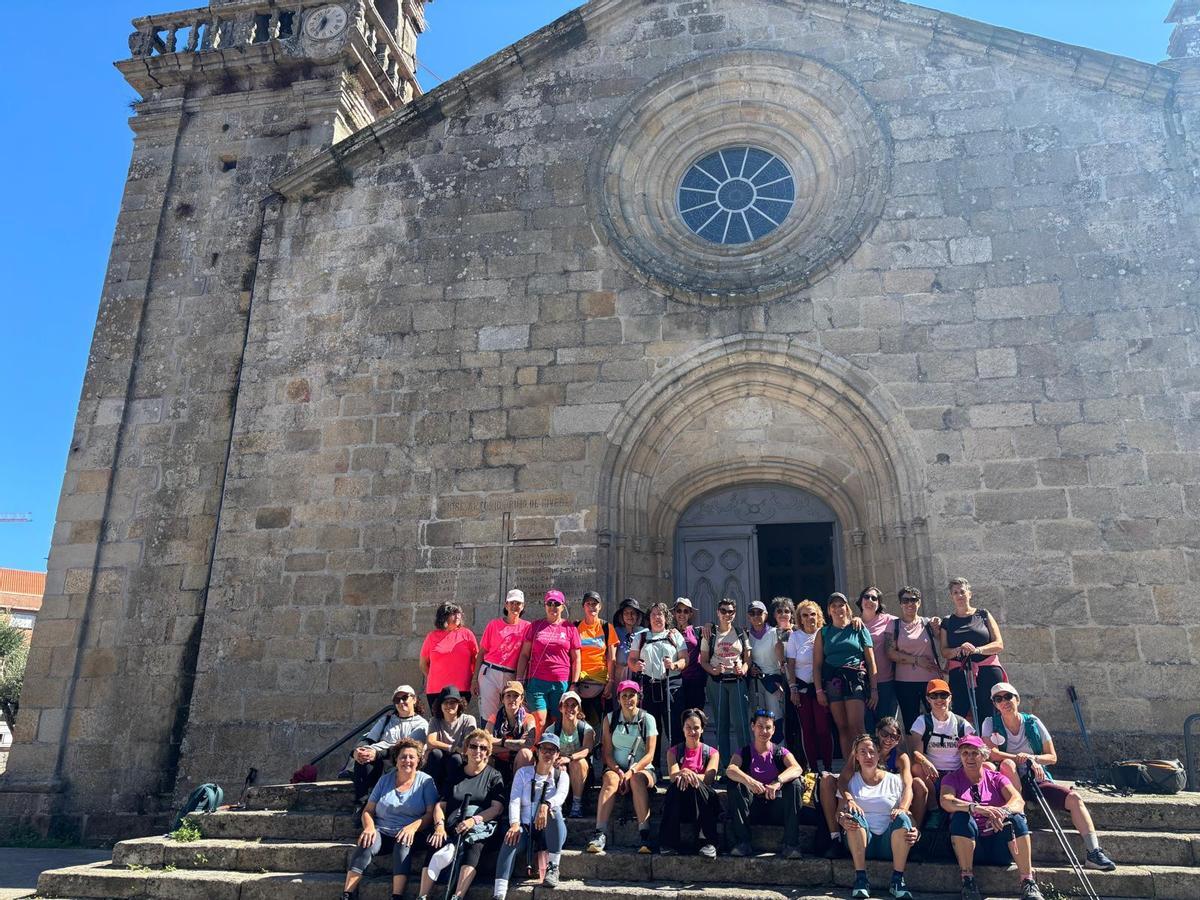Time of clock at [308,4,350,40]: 6:36
